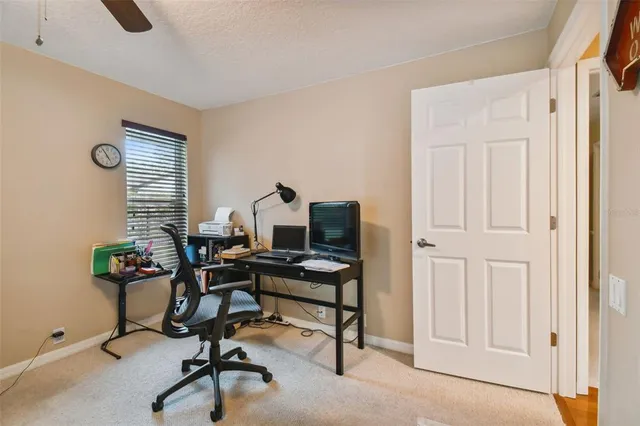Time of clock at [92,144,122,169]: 4:54
